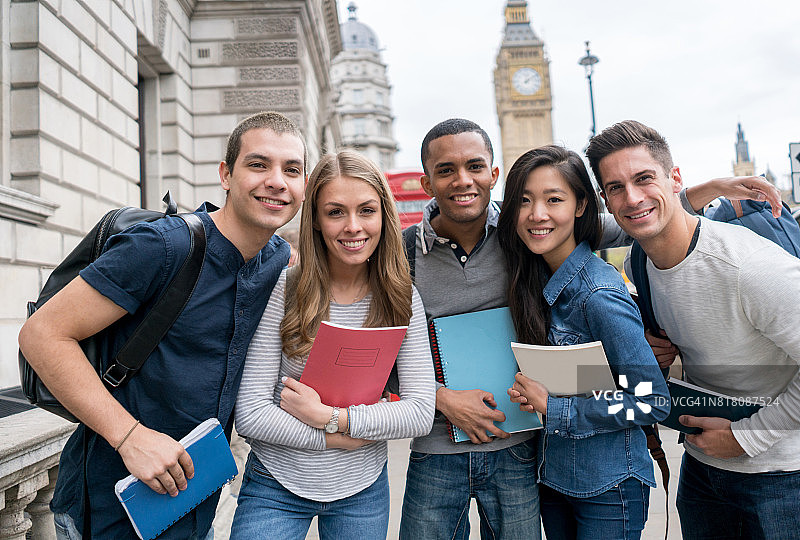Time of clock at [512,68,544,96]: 12:09
